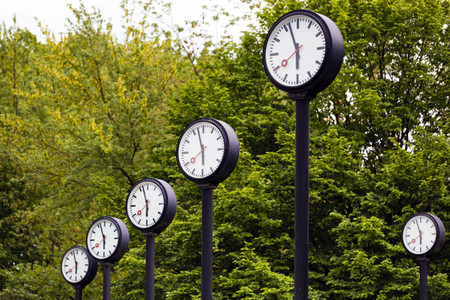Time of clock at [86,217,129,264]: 5:56
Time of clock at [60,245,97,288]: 5:57
